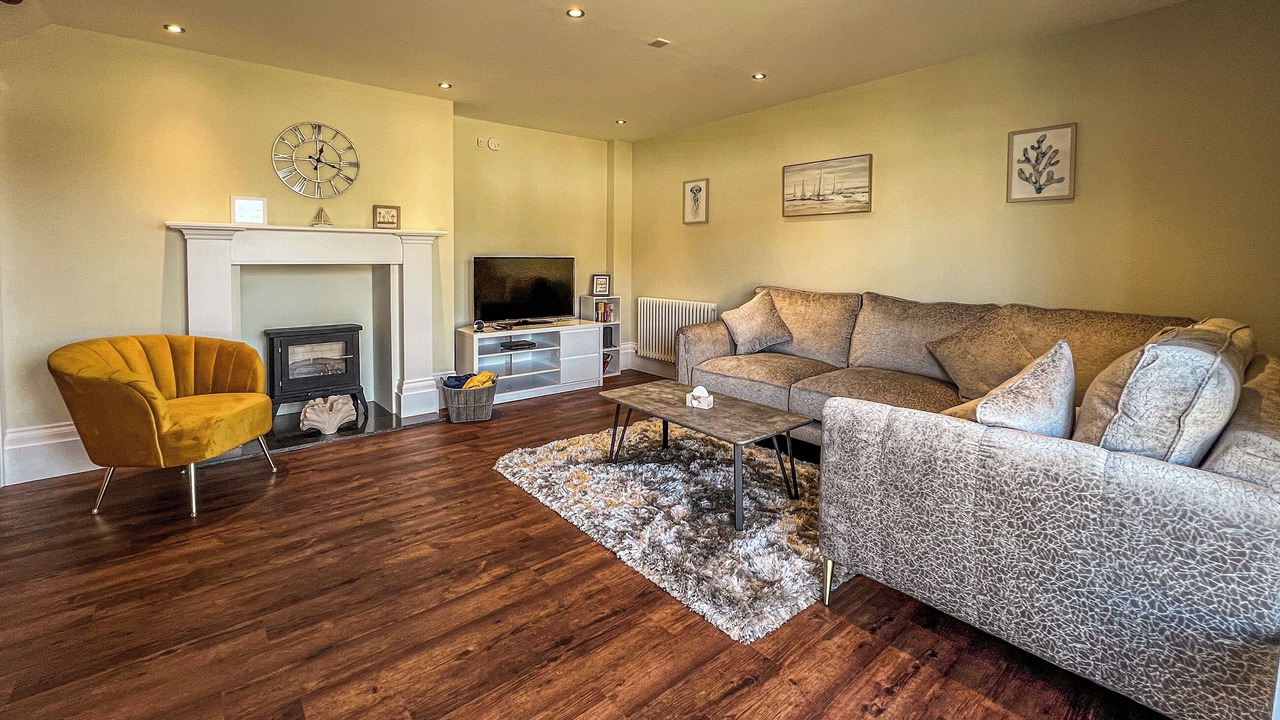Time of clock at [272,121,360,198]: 12:18
